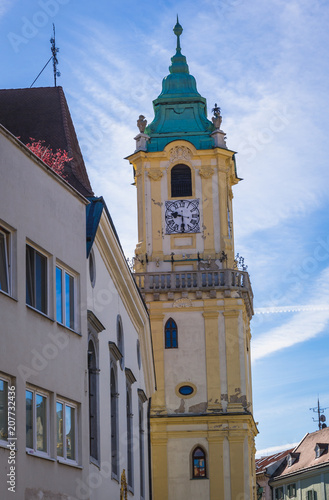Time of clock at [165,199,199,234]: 9:28
